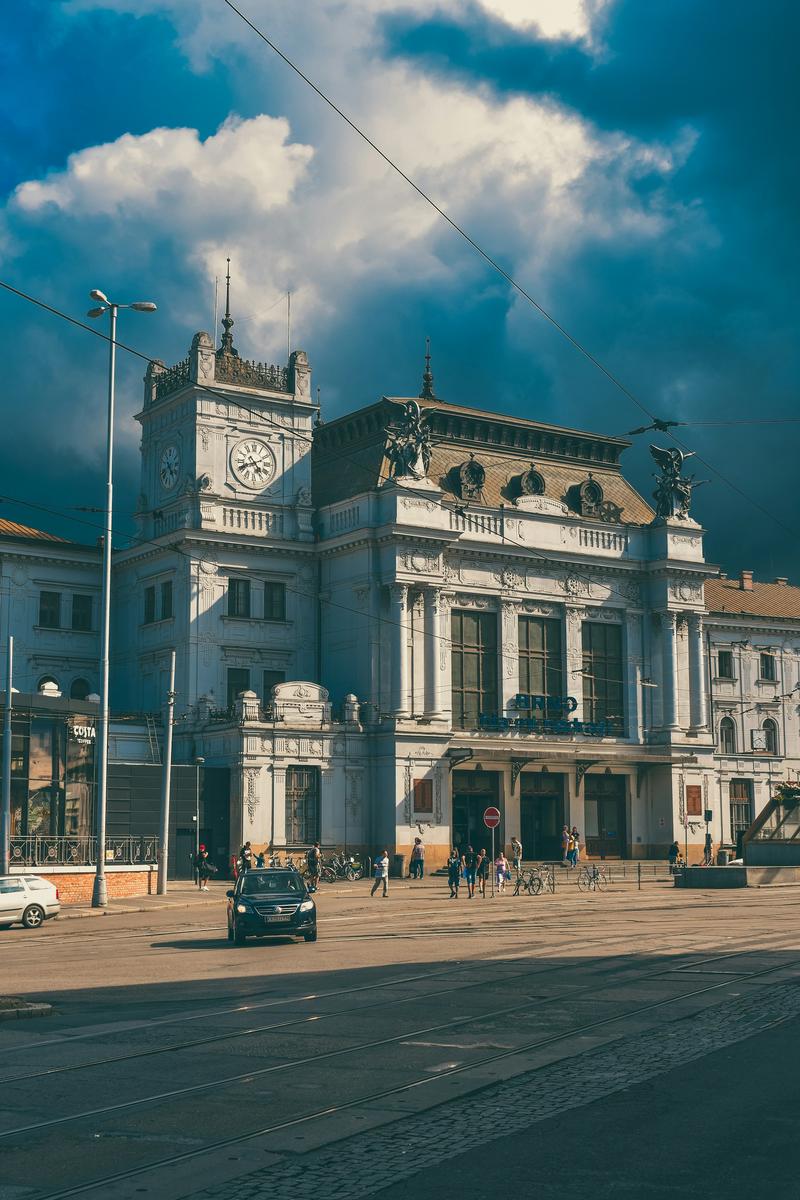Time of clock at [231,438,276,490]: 4:41
